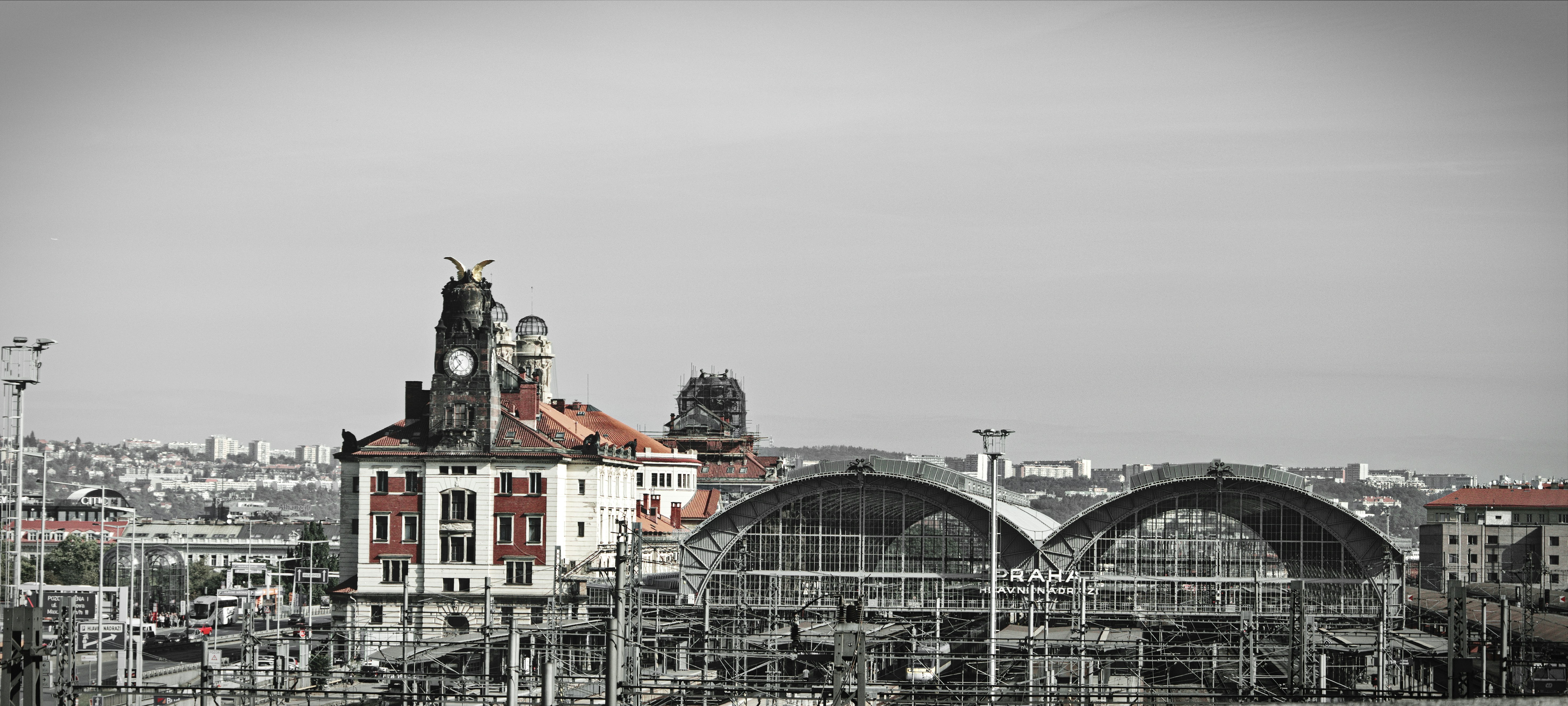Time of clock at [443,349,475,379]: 10:37
